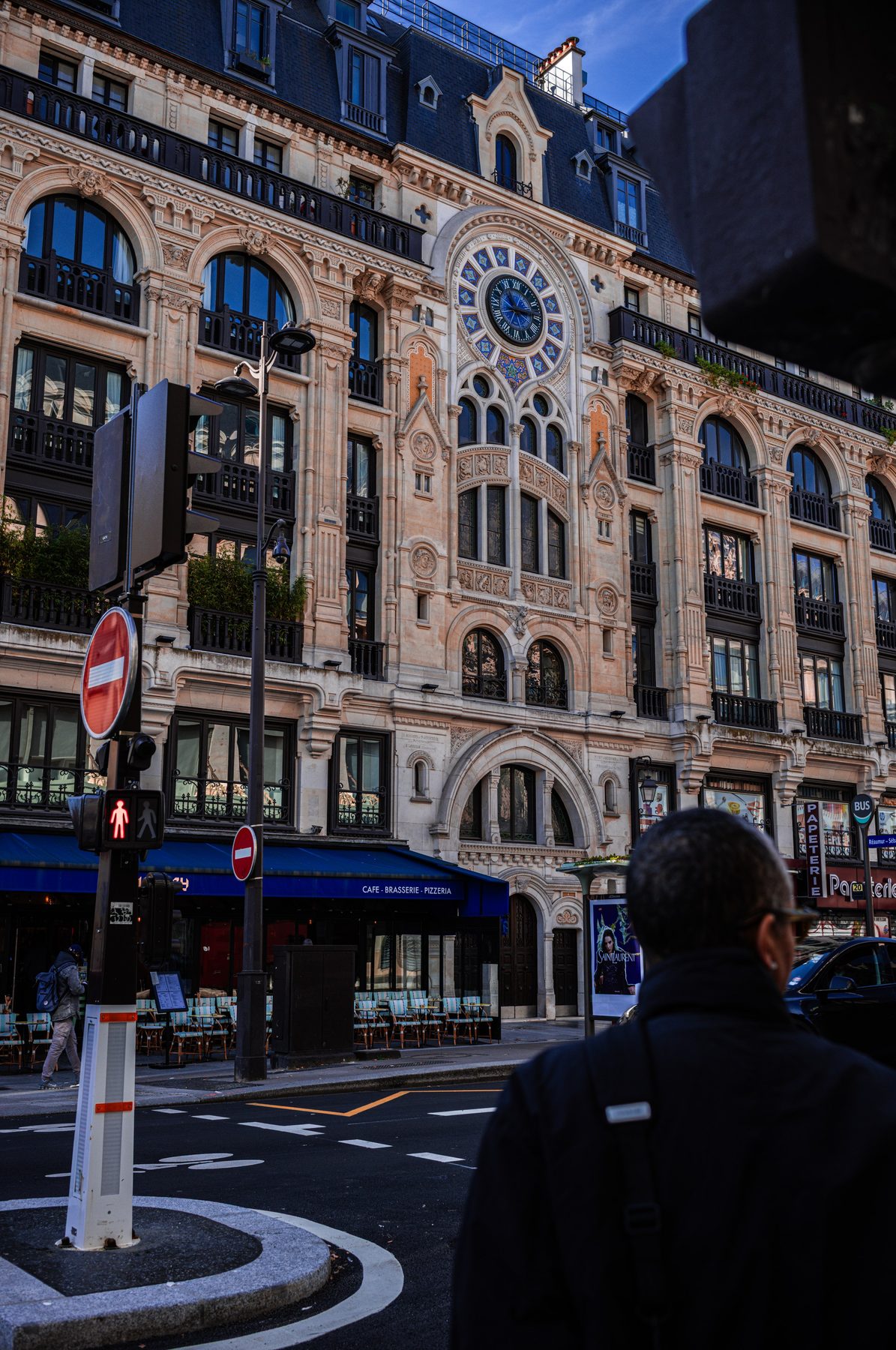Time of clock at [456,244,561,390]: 11:14
